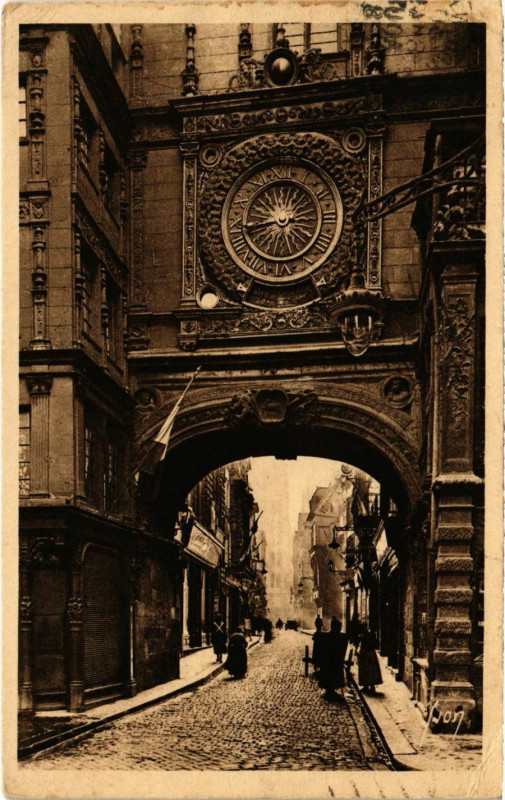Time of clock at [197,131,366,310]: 8:43
